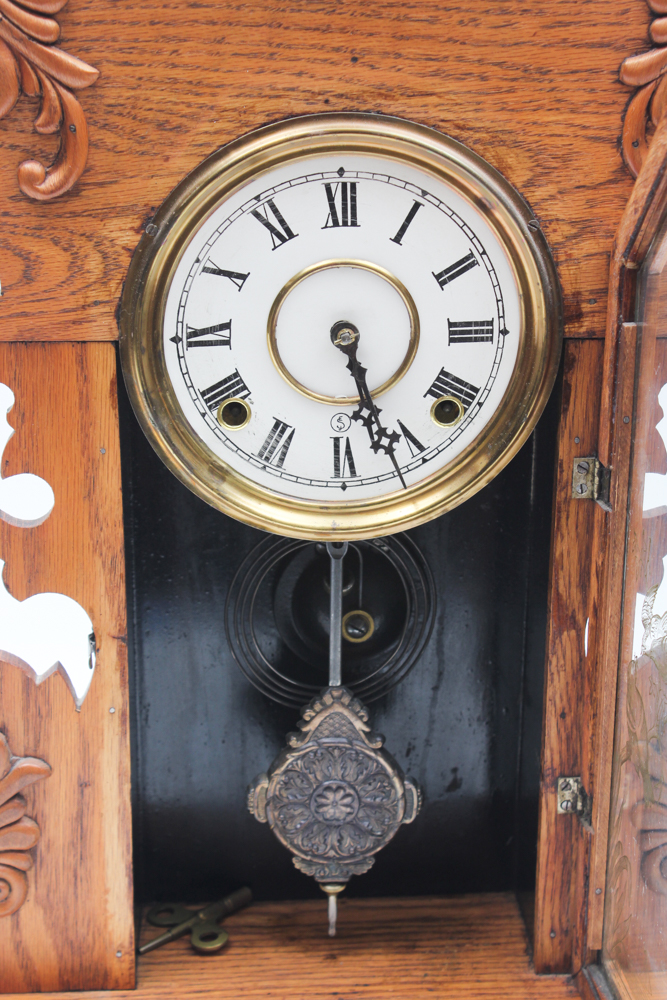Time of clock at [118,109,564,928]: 5:26
